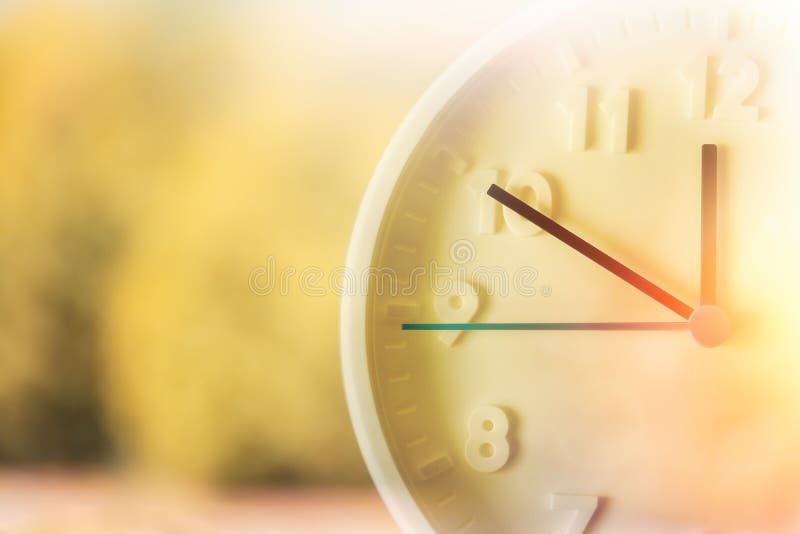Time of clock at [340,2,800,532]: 11:49
